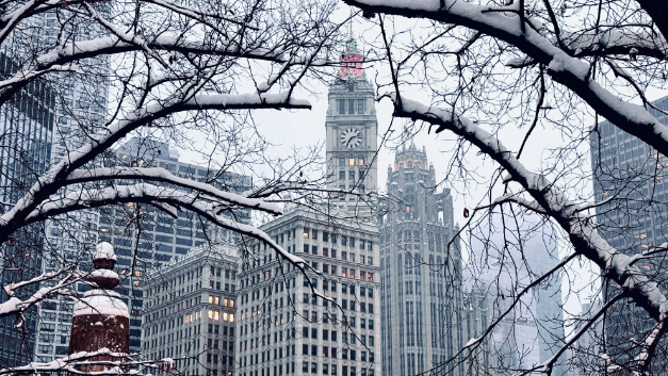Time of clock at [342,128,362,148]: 7:12
